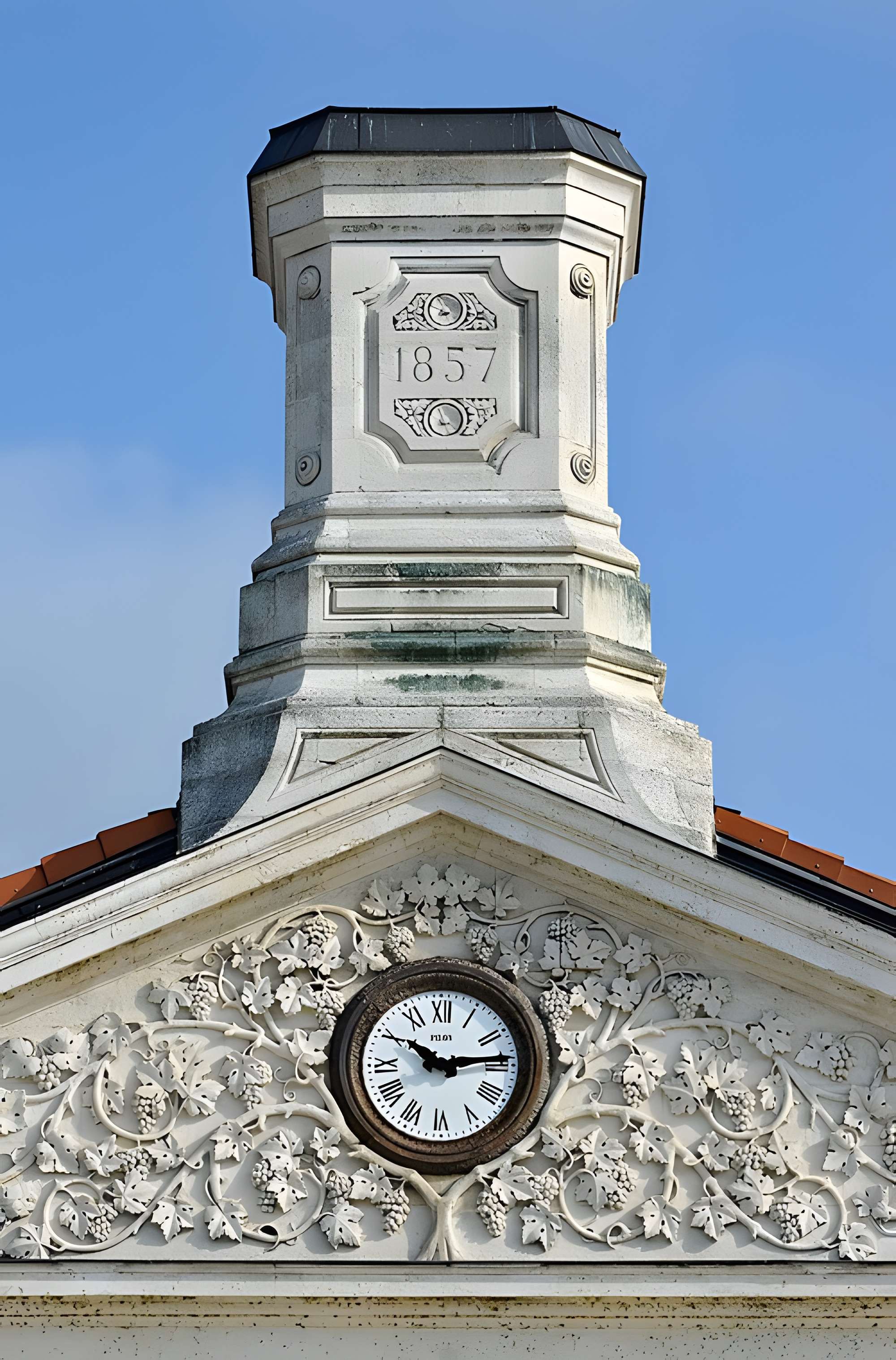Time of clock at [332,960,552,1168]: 10:13
